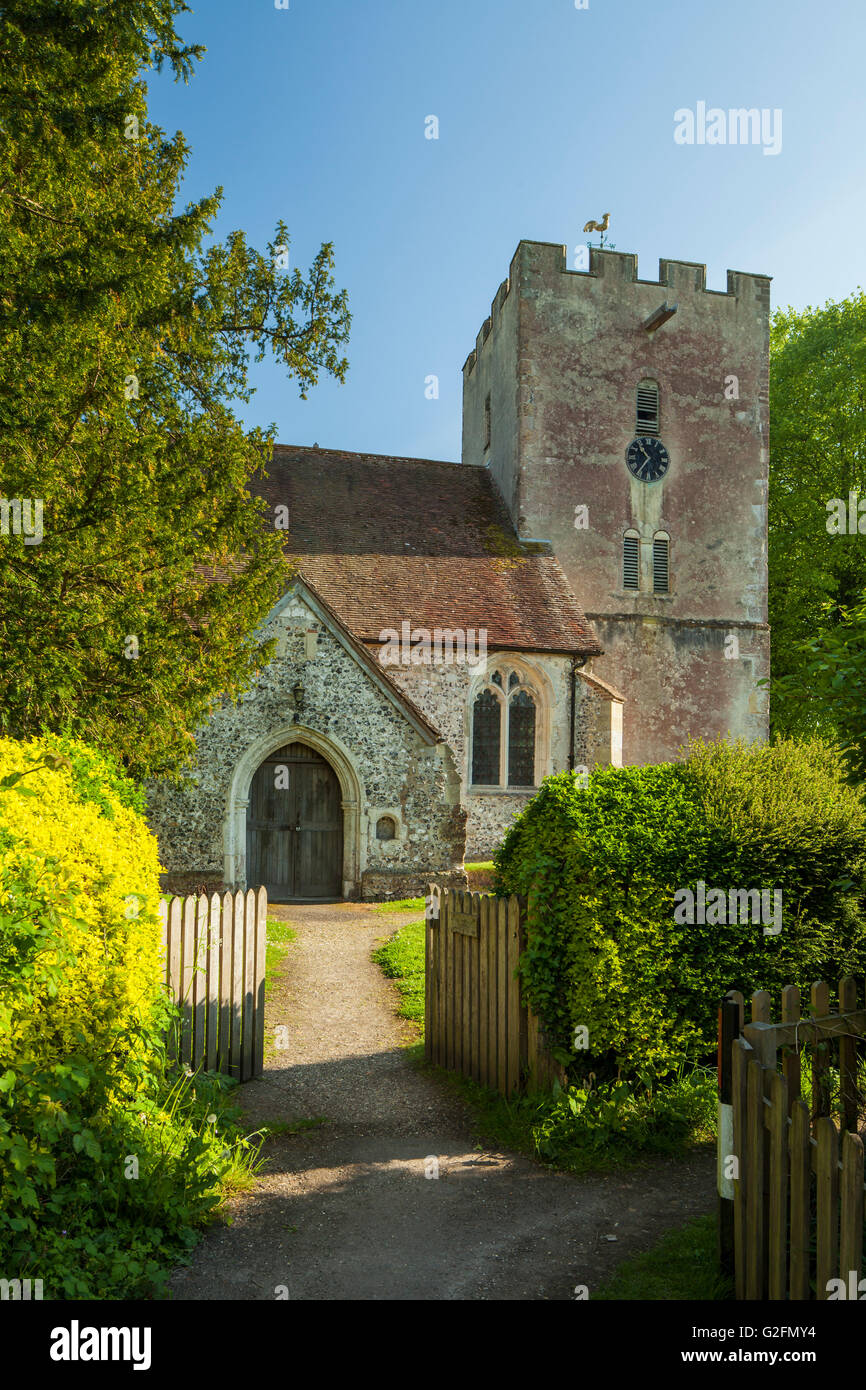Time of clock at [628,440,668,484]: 10:36
